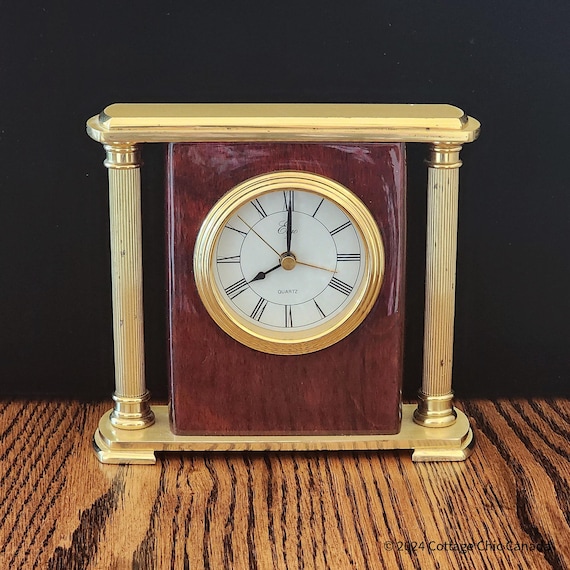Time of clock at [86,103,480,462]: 8:00
